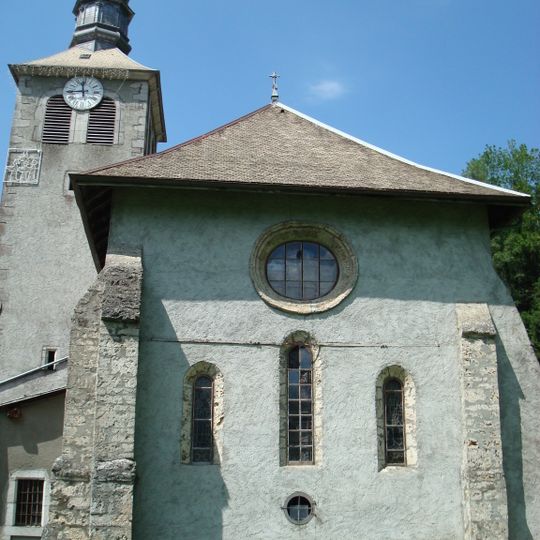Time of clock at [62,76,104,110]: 11:44
